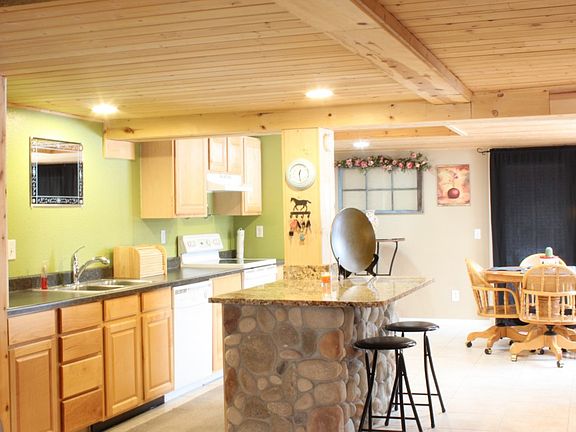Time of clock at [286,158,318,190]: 12:28
